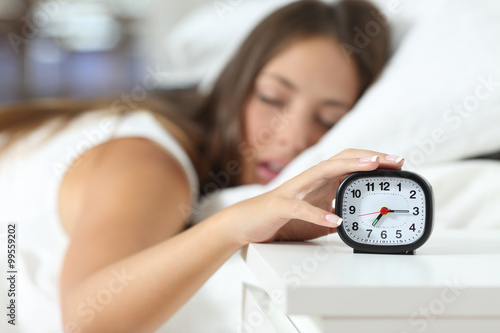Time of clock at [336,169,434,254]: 7:15
